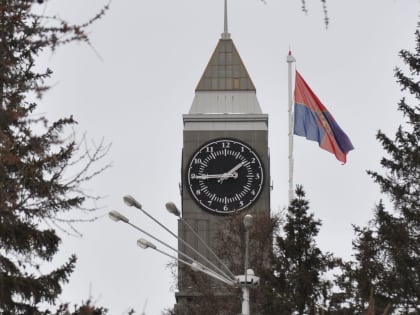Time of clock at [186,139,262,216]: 1:44
